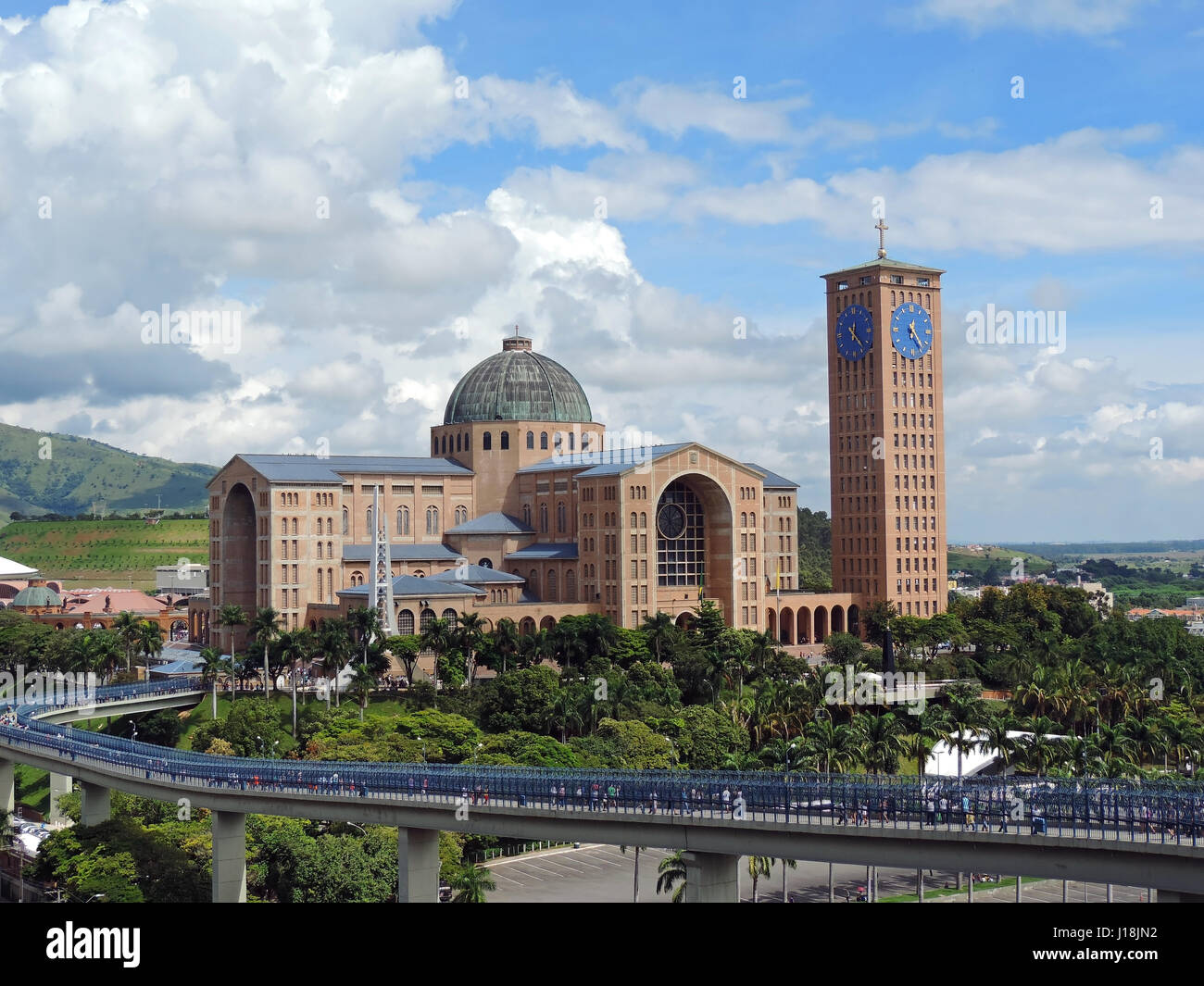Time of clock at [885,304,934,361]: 12:23
